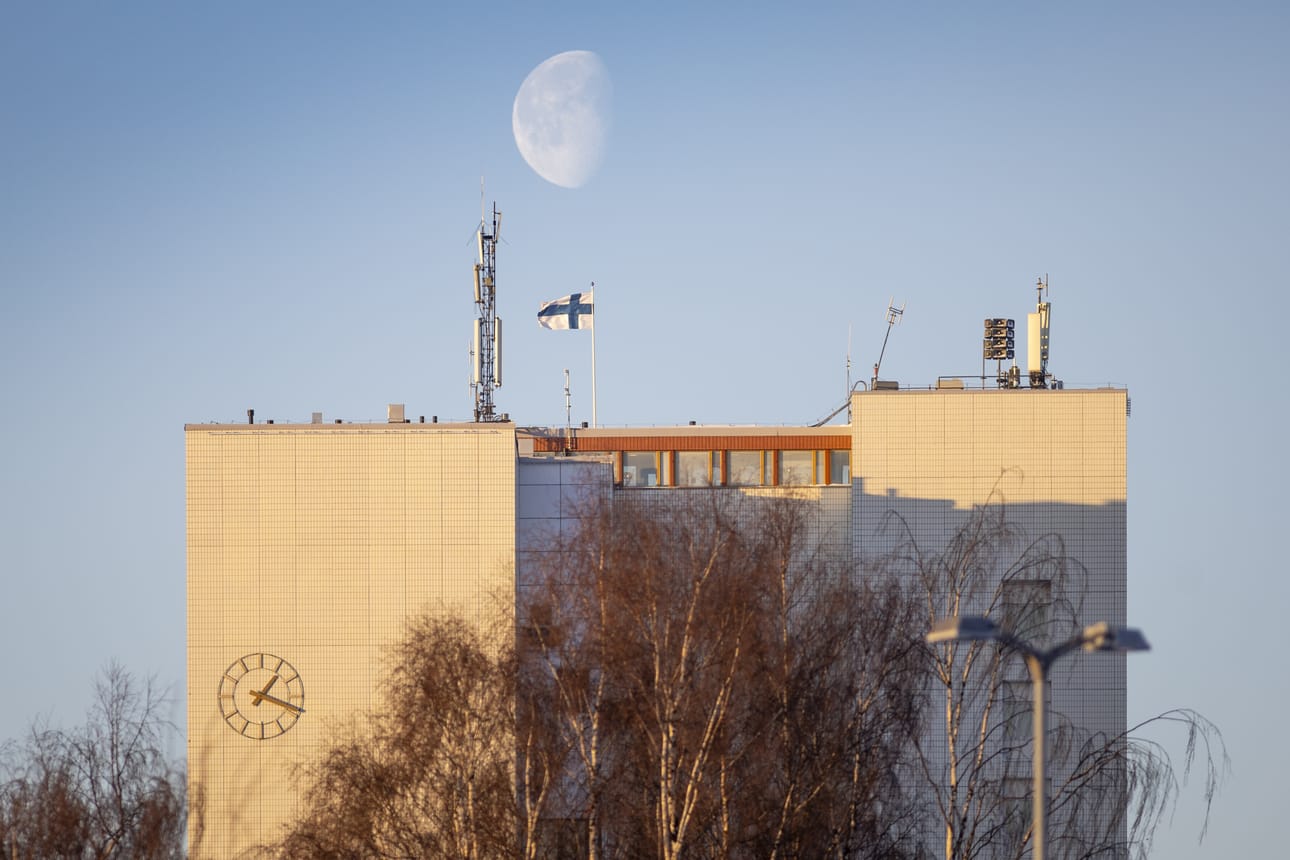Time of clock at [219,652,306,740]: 1:18
